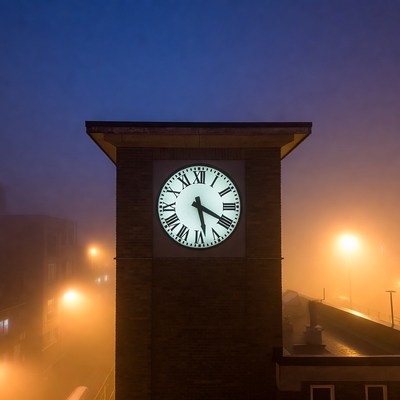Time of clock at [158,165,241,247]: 5:19
